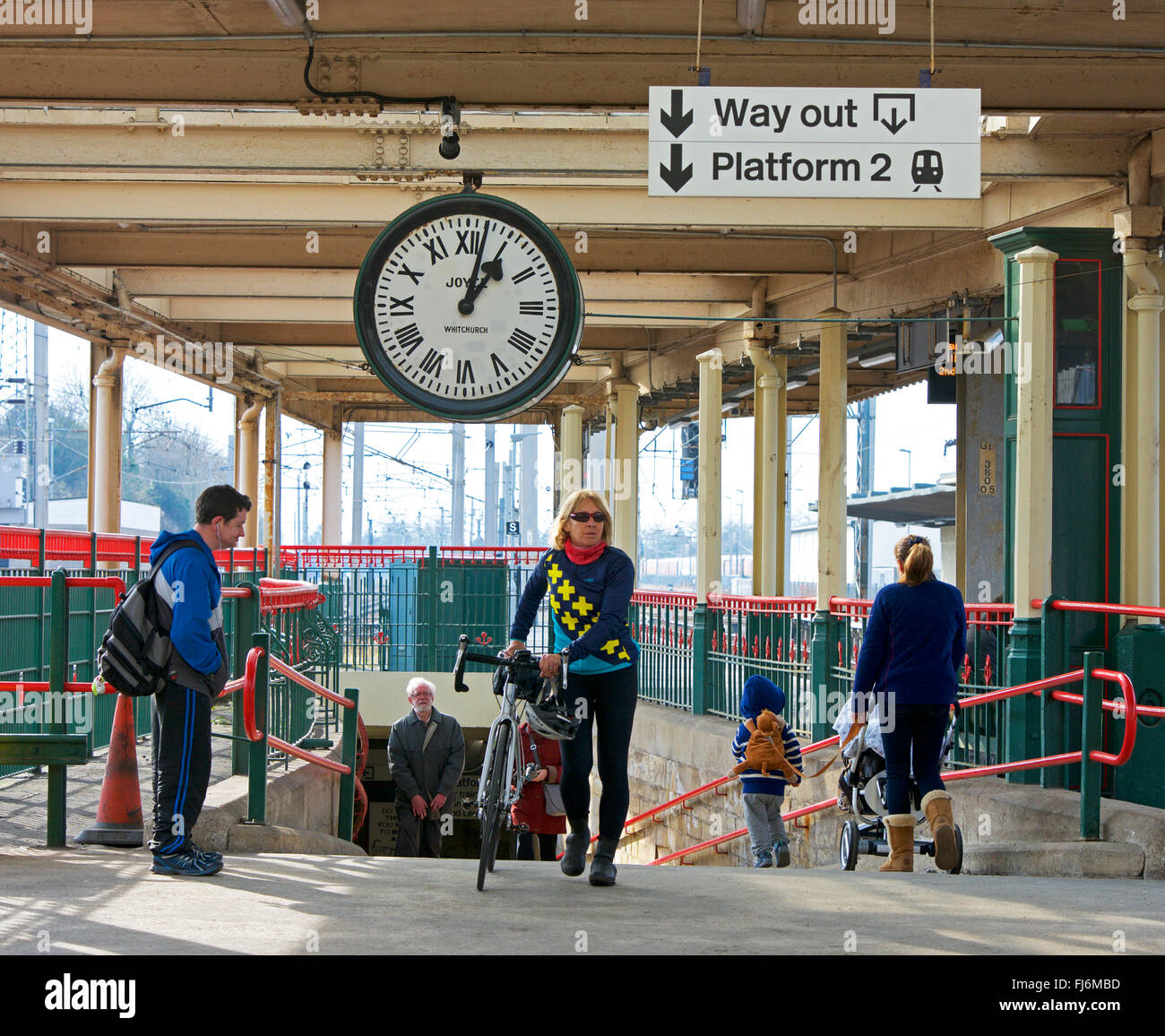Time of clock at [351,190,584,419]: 1:02
